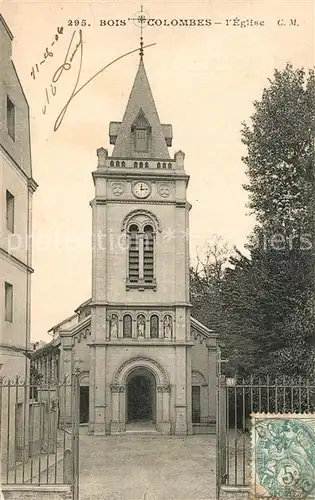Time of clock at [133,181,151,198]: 12:13
